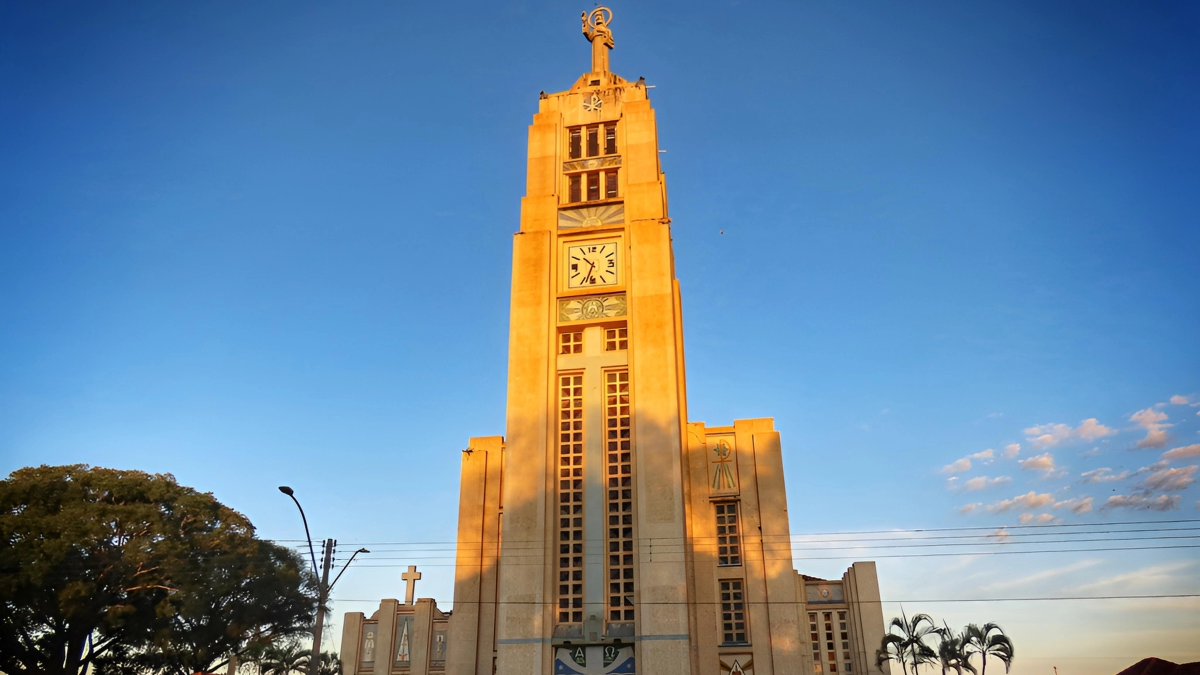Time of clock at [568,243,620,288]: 10:33
